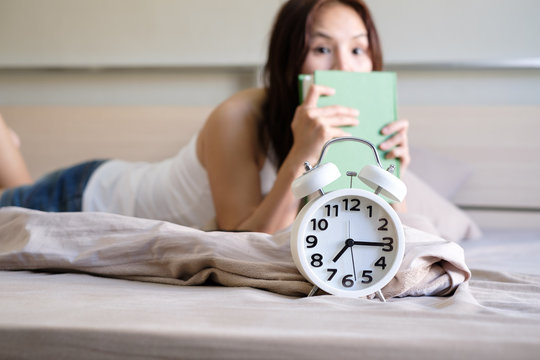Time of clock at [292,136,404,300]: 7:15
